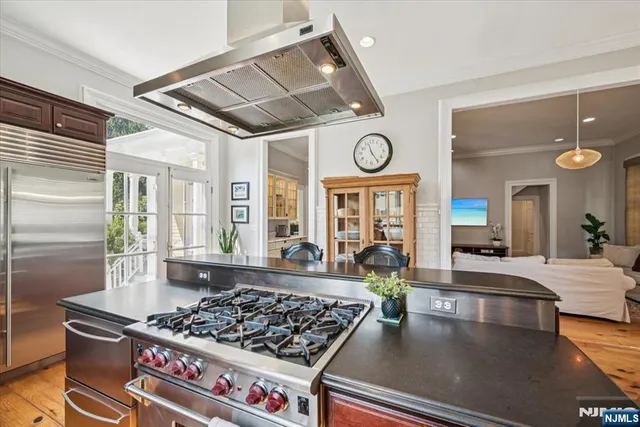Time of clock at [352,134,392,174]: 11:24
